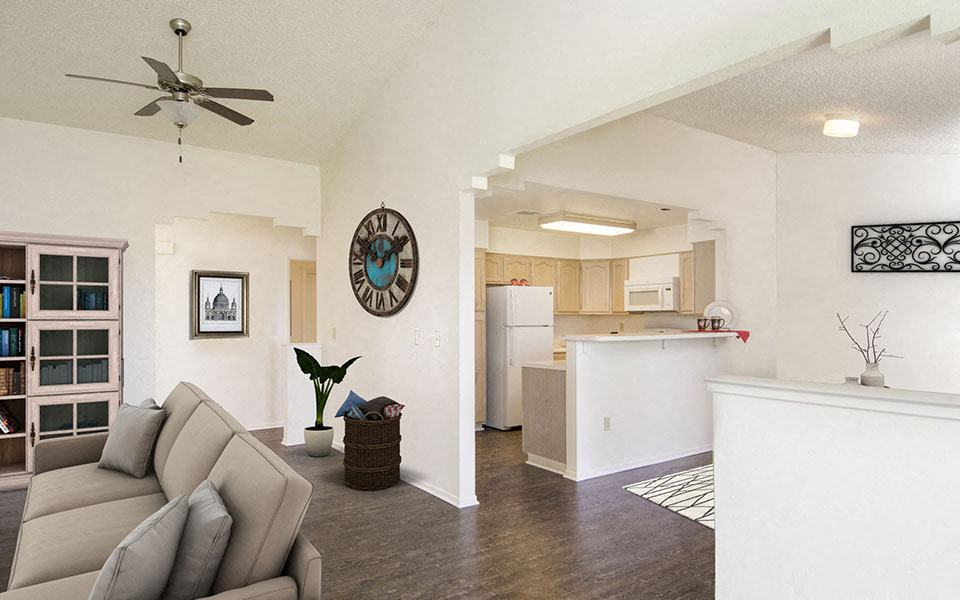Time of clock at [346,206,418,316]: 1:49
